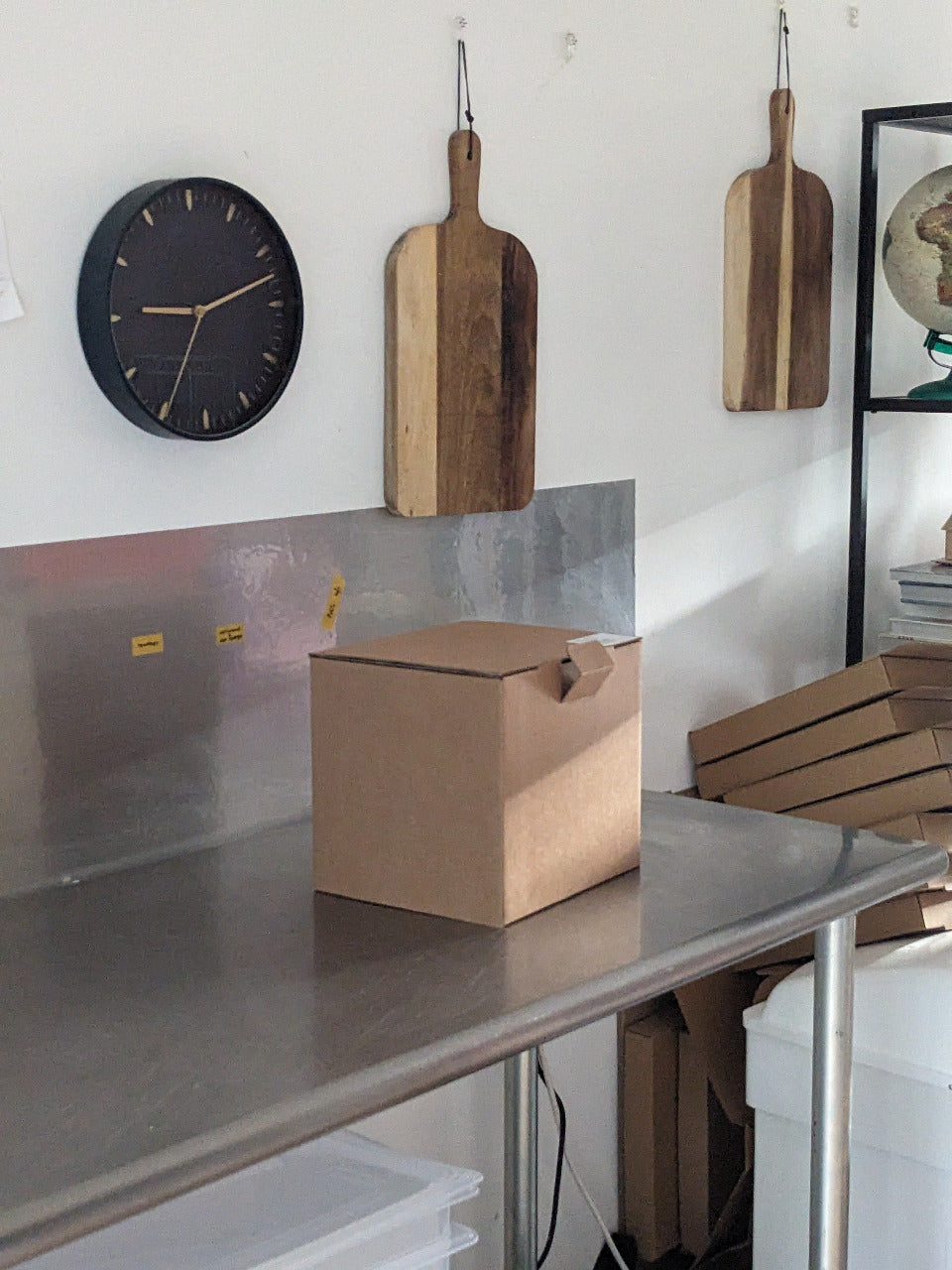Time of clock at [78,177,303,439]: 9:12
